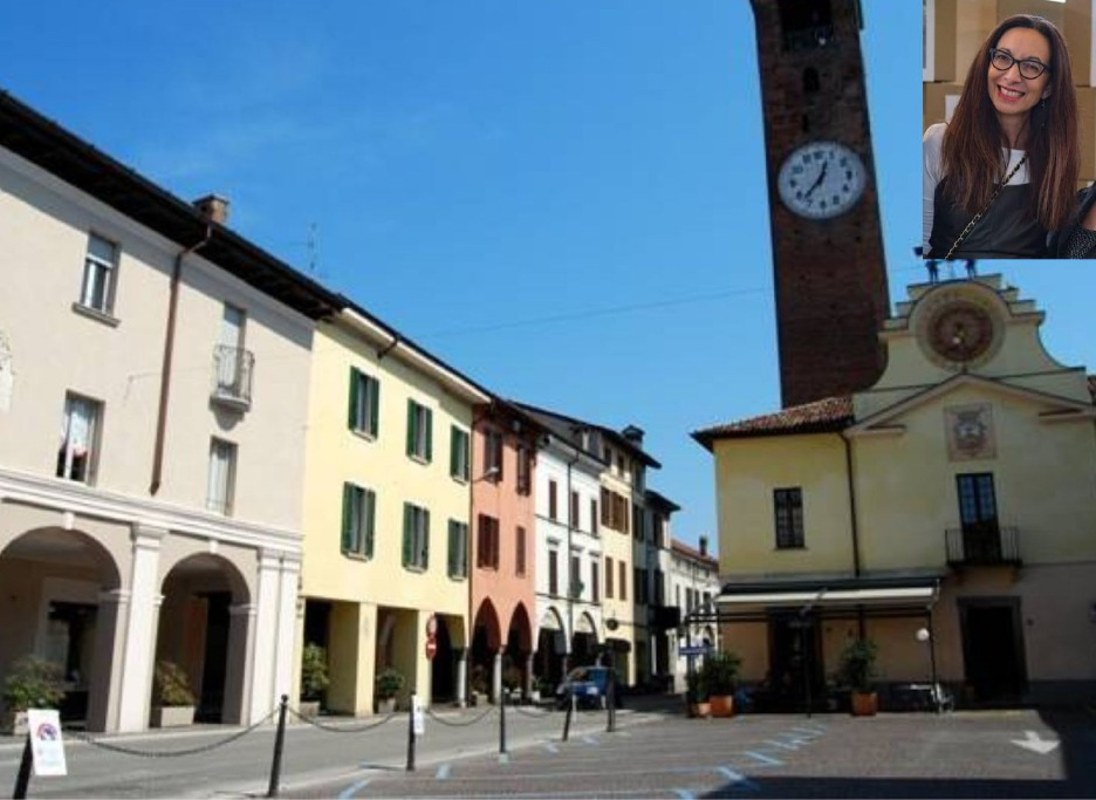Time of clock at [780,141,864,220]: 12:37
